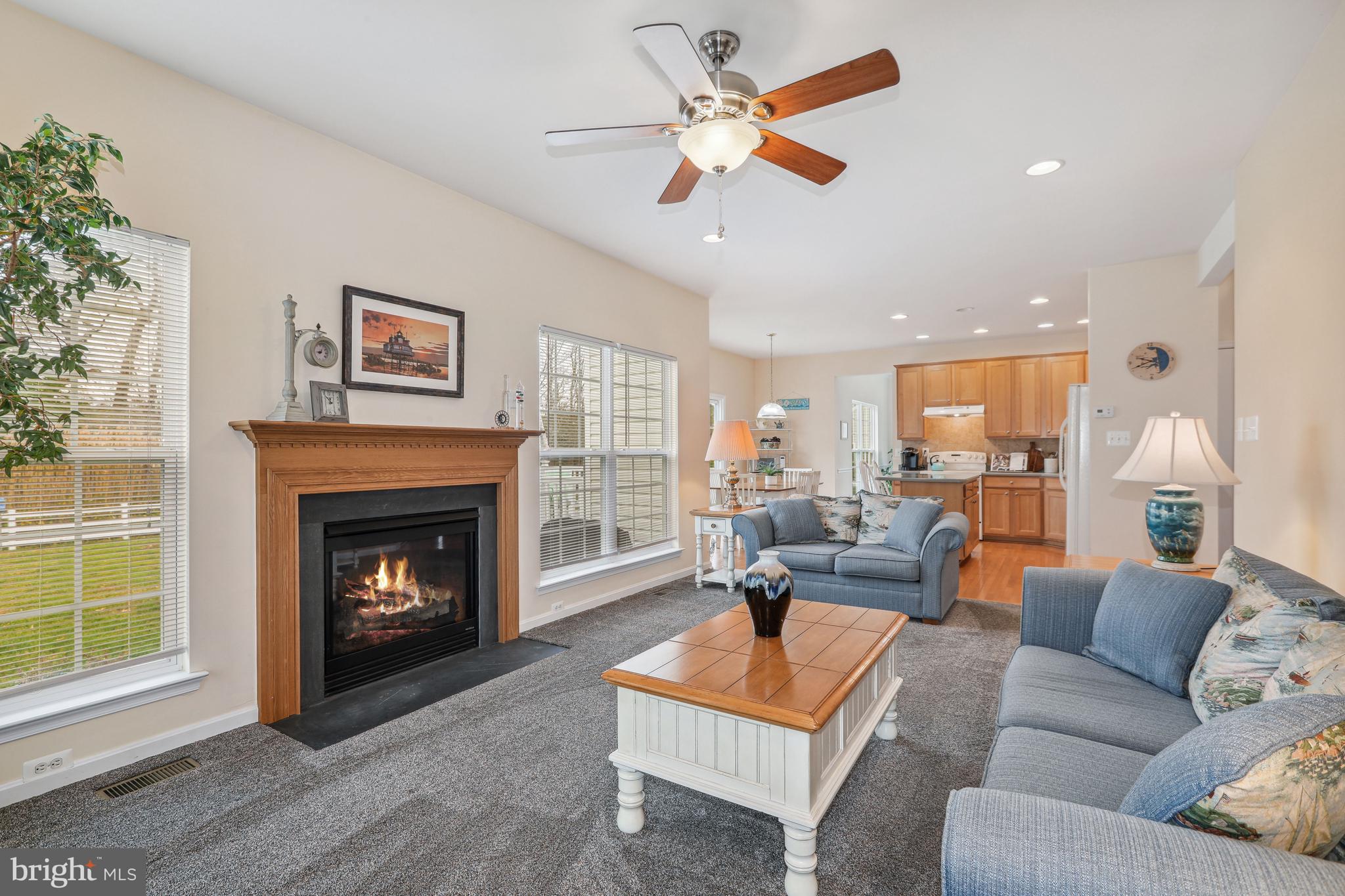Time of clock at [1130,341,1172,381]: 9:41
